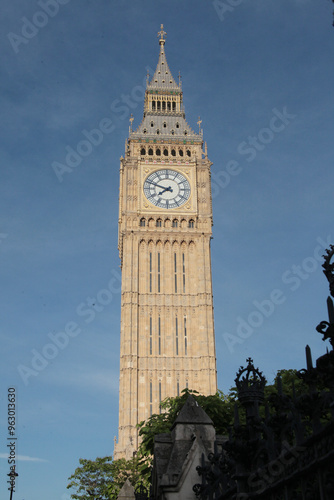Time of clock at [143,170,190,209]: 7:47
